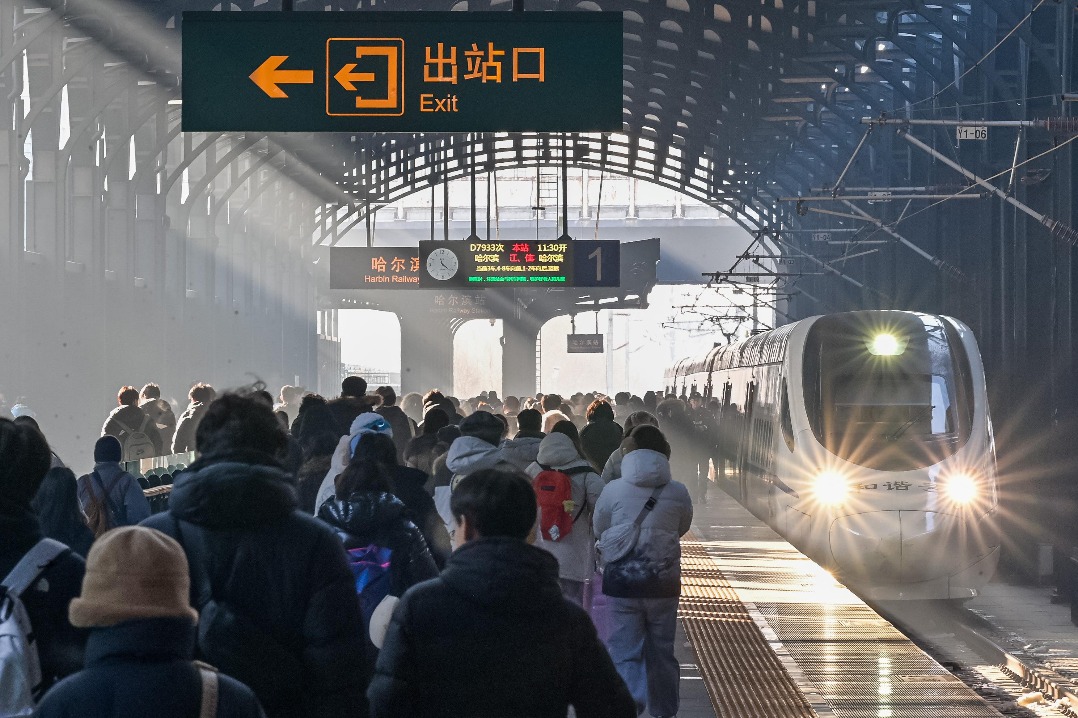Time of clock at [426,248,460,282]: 11:21
